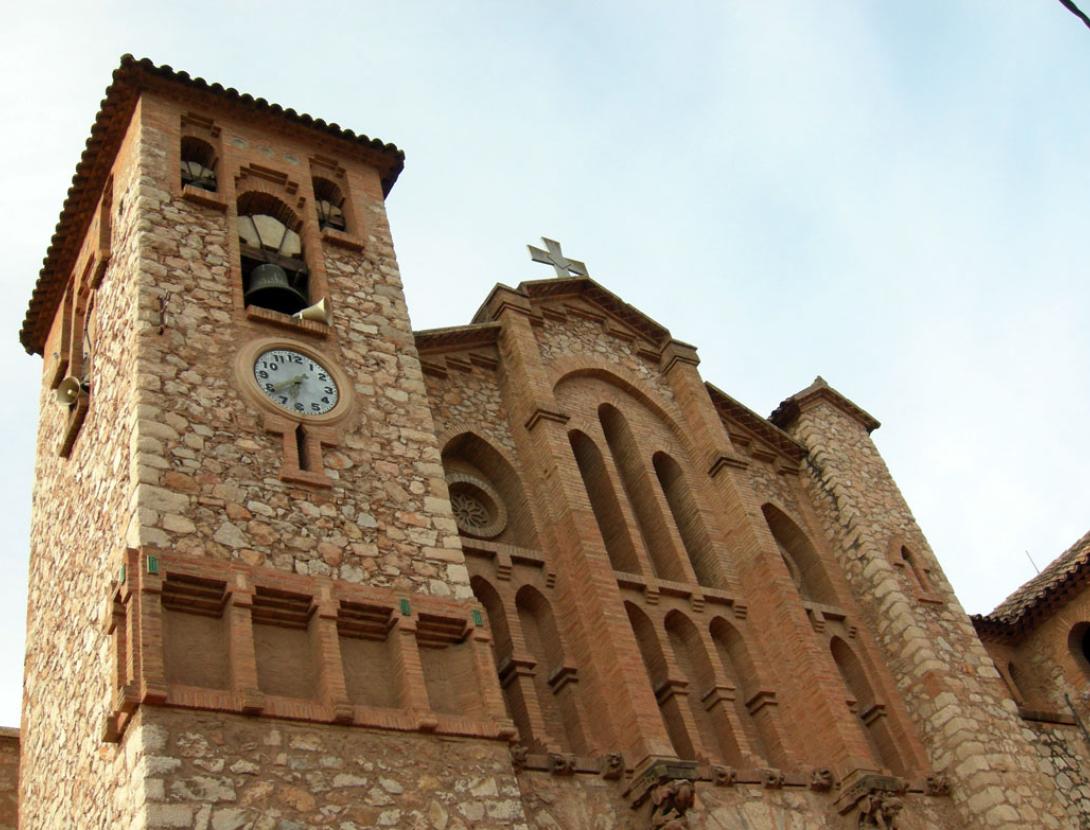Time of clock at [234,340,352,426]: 6:38
